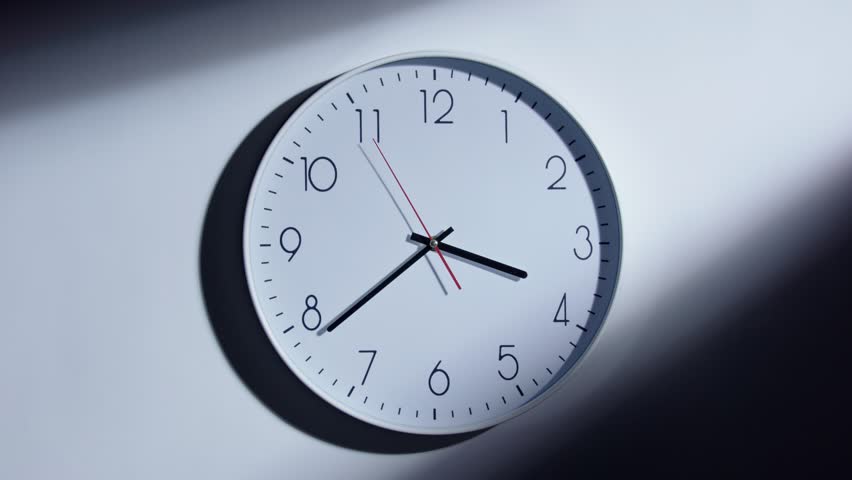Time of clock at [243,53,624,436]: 3:38
